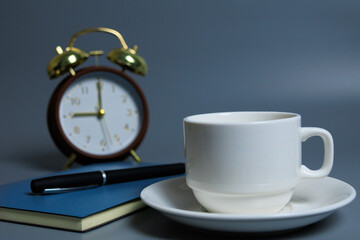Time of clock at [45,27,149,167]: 9:00
